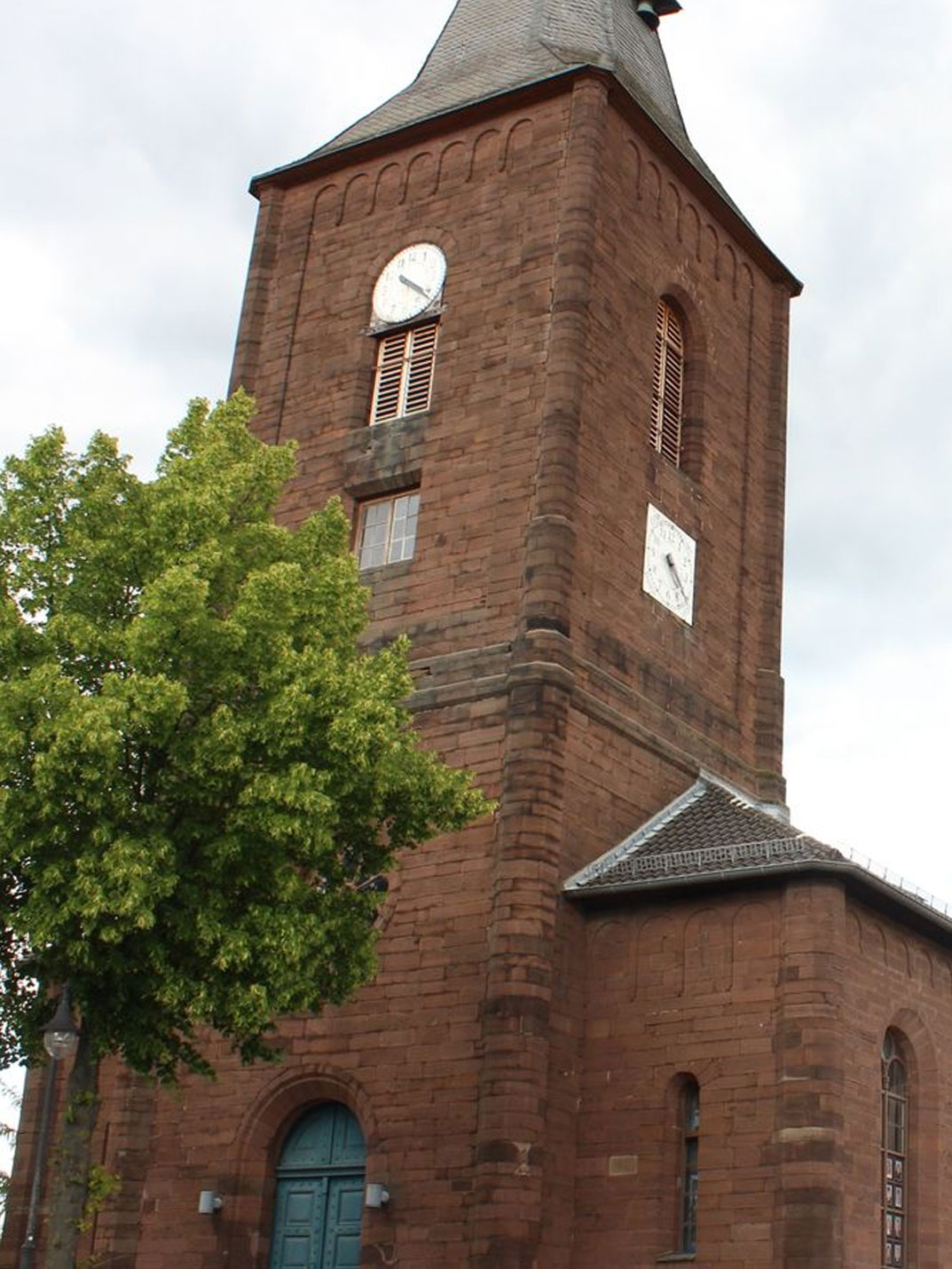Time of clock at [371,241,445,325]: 4:21
